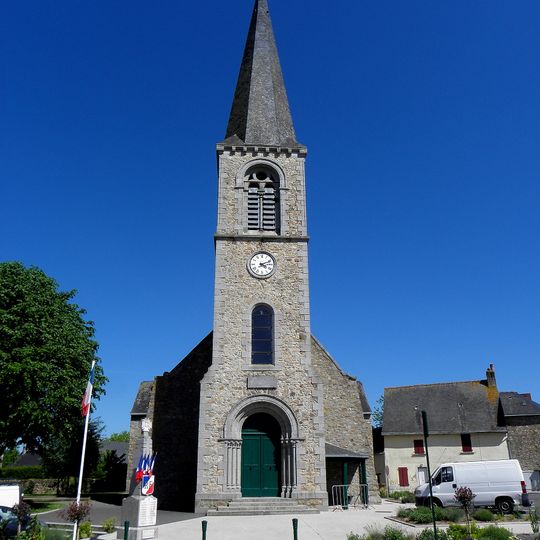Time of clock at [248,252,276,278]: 4:11
